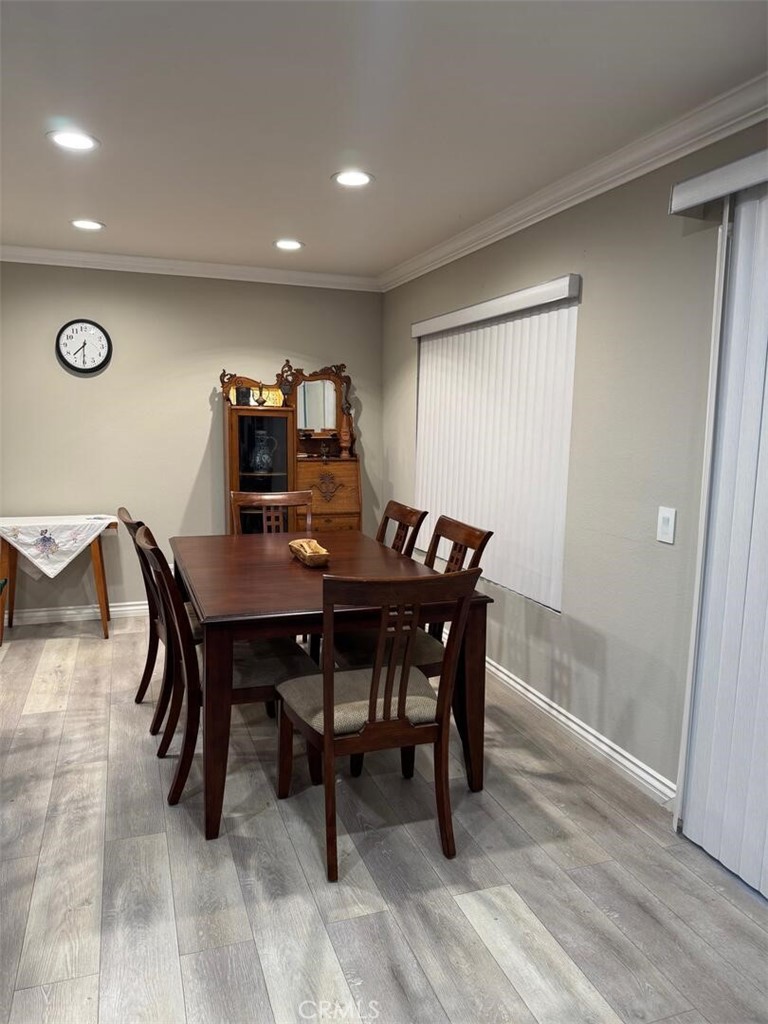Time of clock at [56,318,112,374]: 7:30
